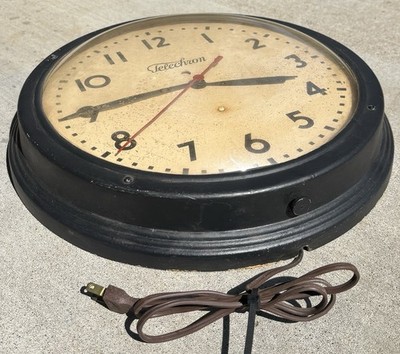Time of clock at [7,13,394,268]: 2:40
